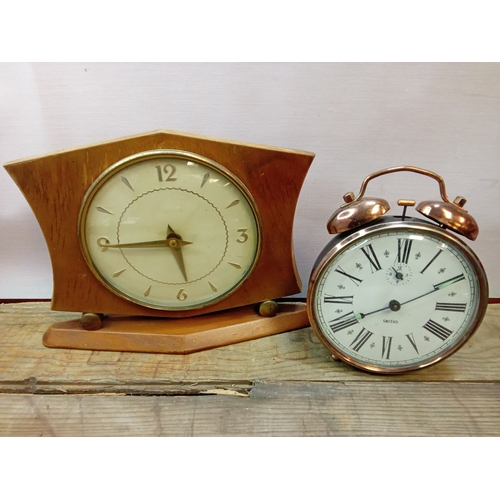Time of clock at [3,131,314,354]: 5:44
